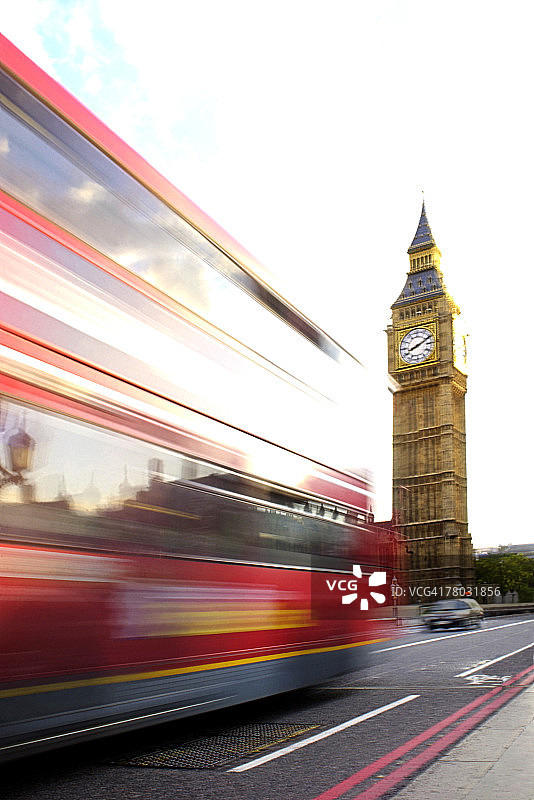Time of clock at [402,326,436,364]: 8:11
